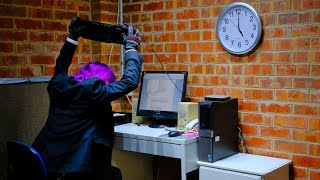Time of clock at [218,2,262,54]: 5:00
